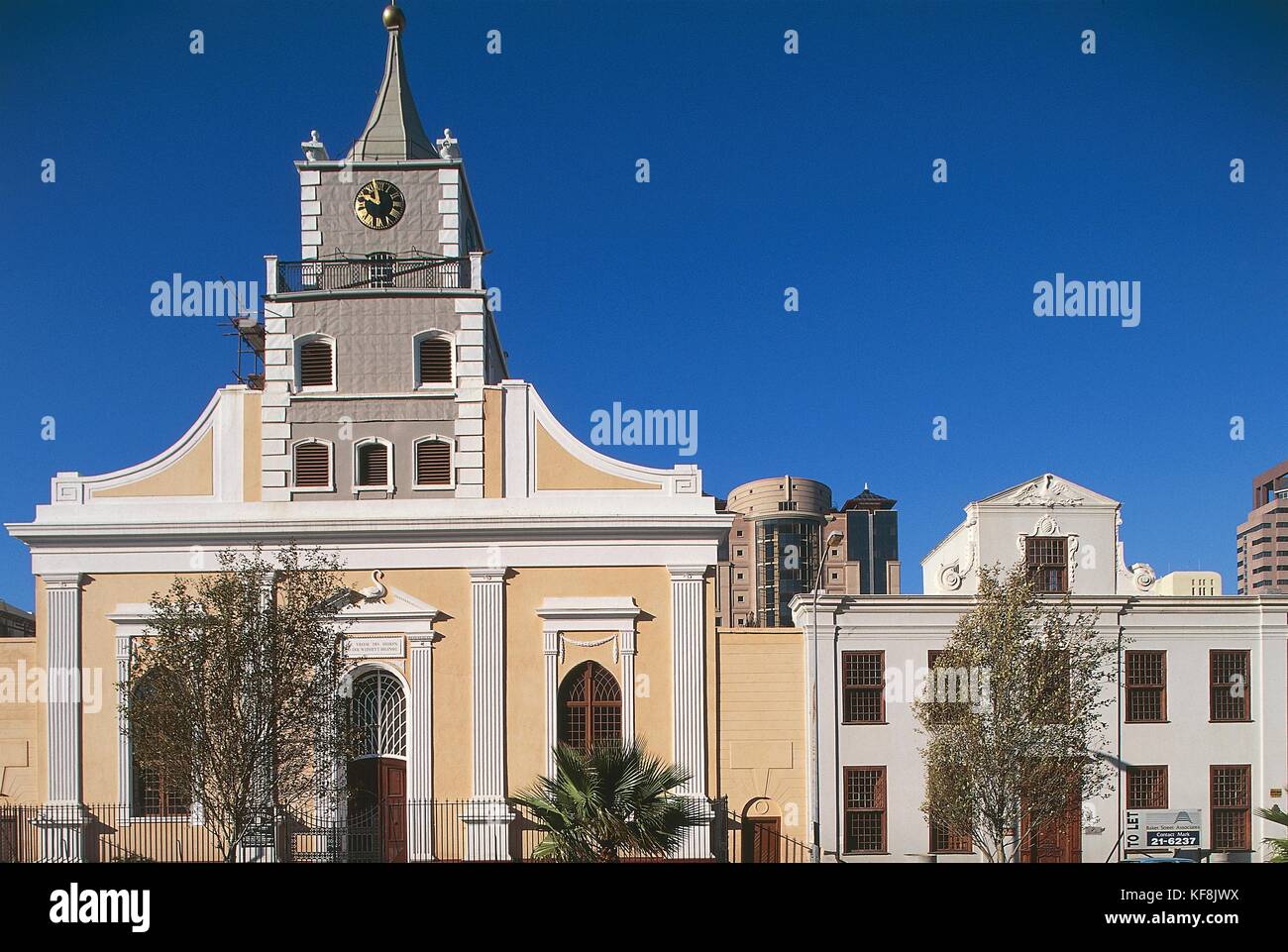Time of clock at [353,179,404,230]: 9:57
